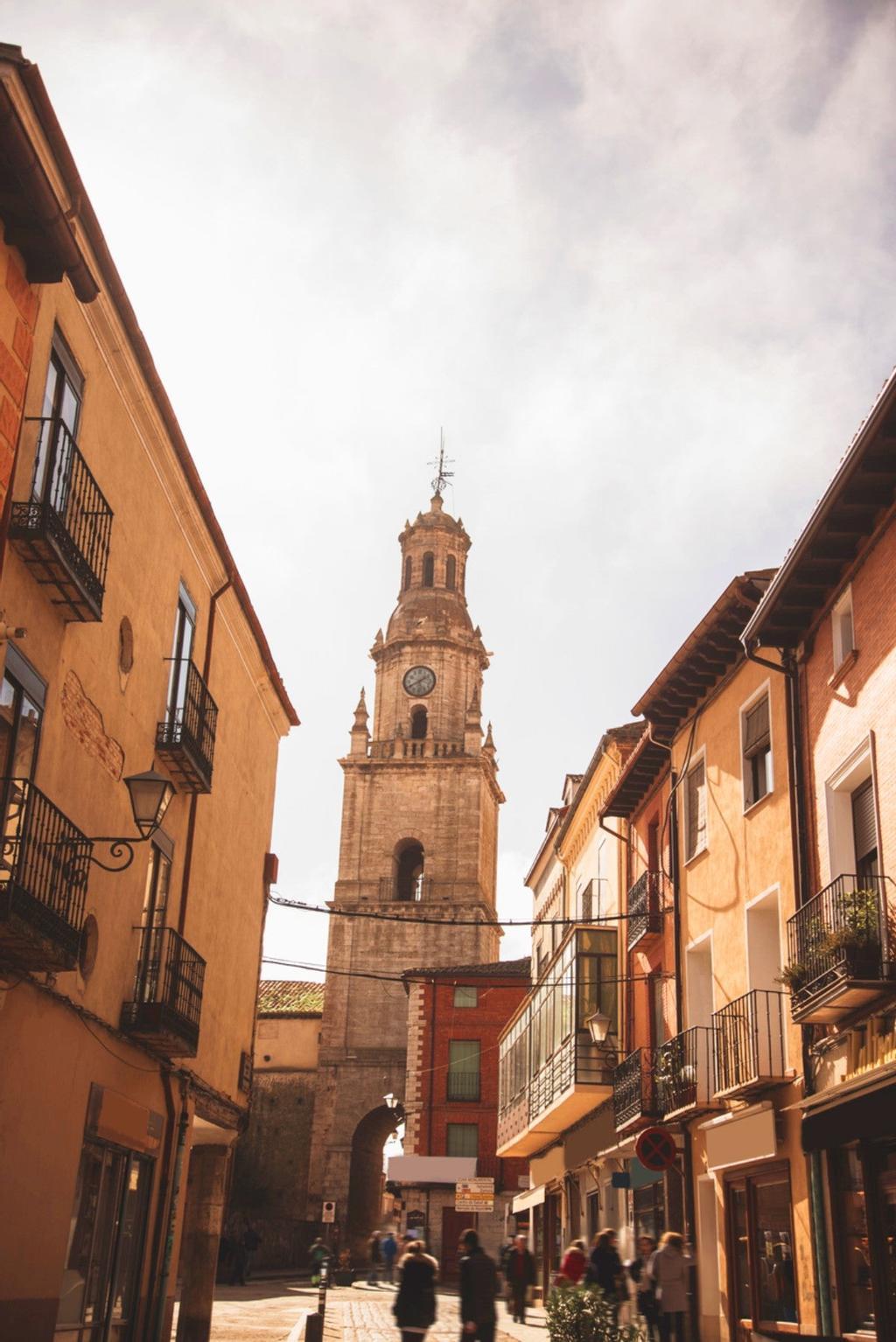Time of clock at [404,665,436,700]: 1:40
